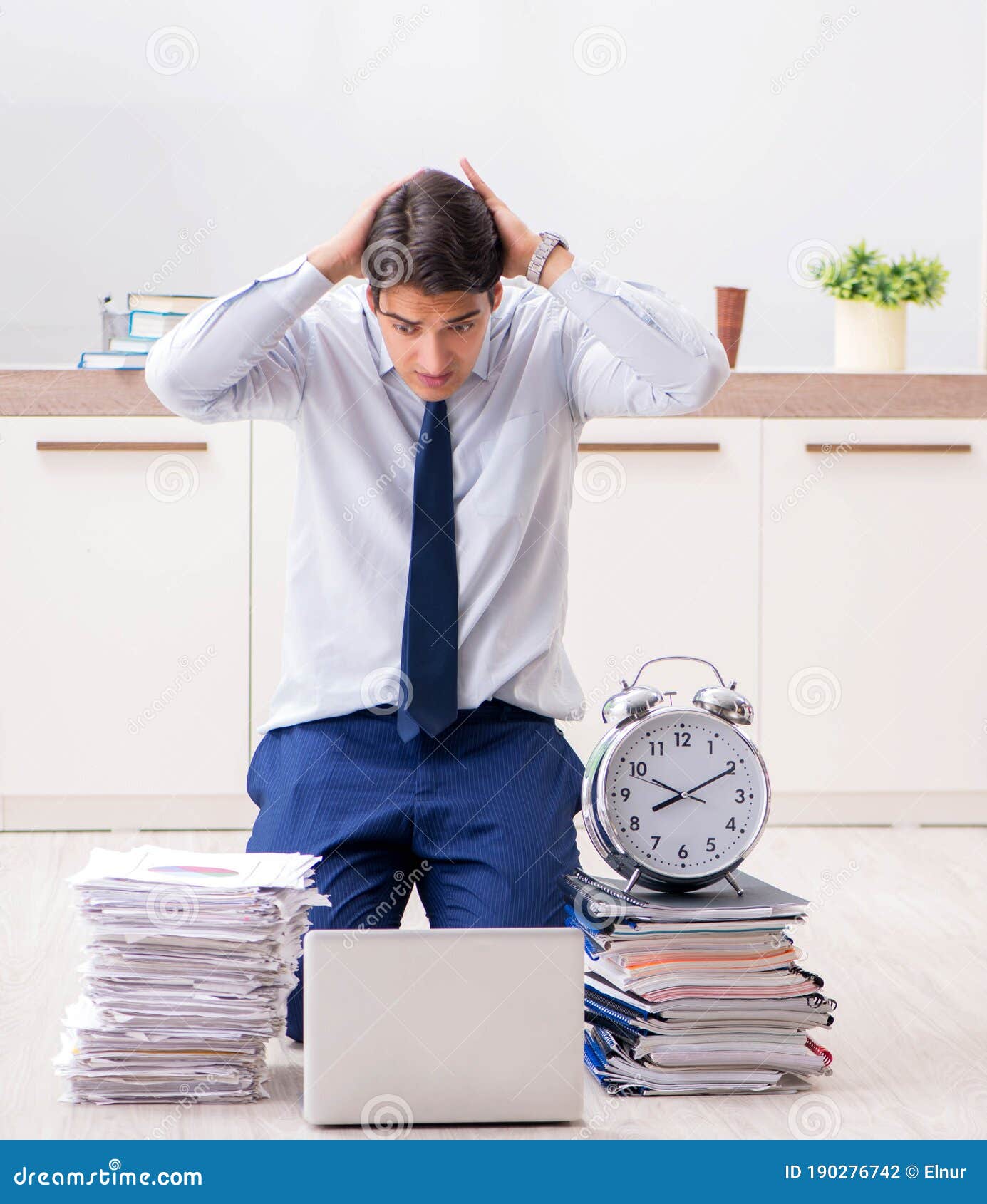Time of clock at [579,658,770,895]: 8:10
